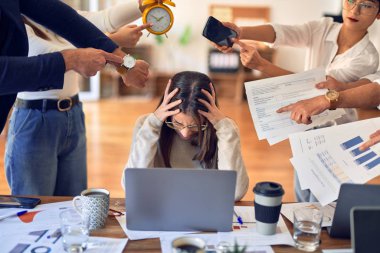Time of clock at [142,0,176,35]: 1:50
